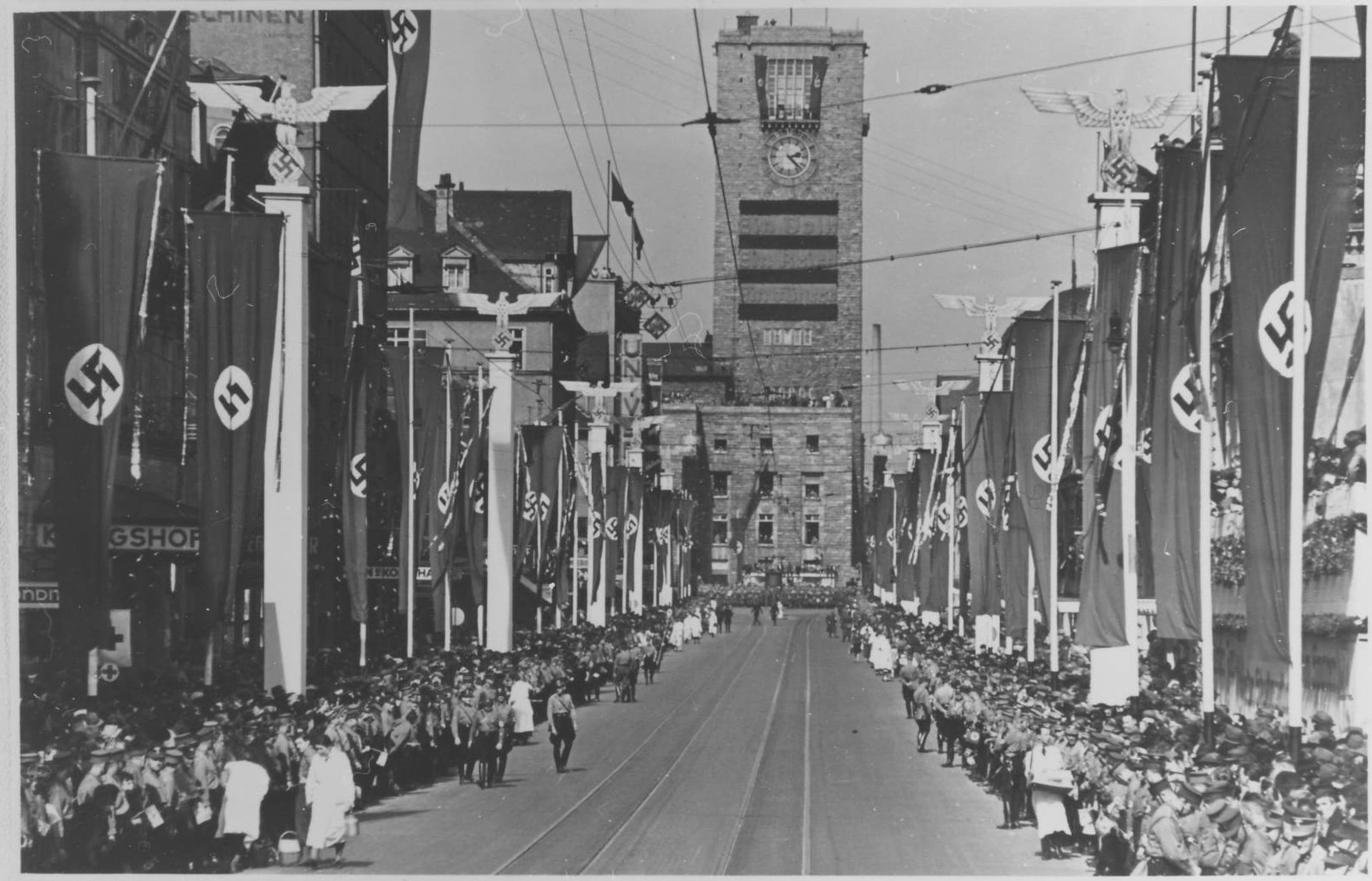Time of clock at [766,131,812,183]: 2:22
